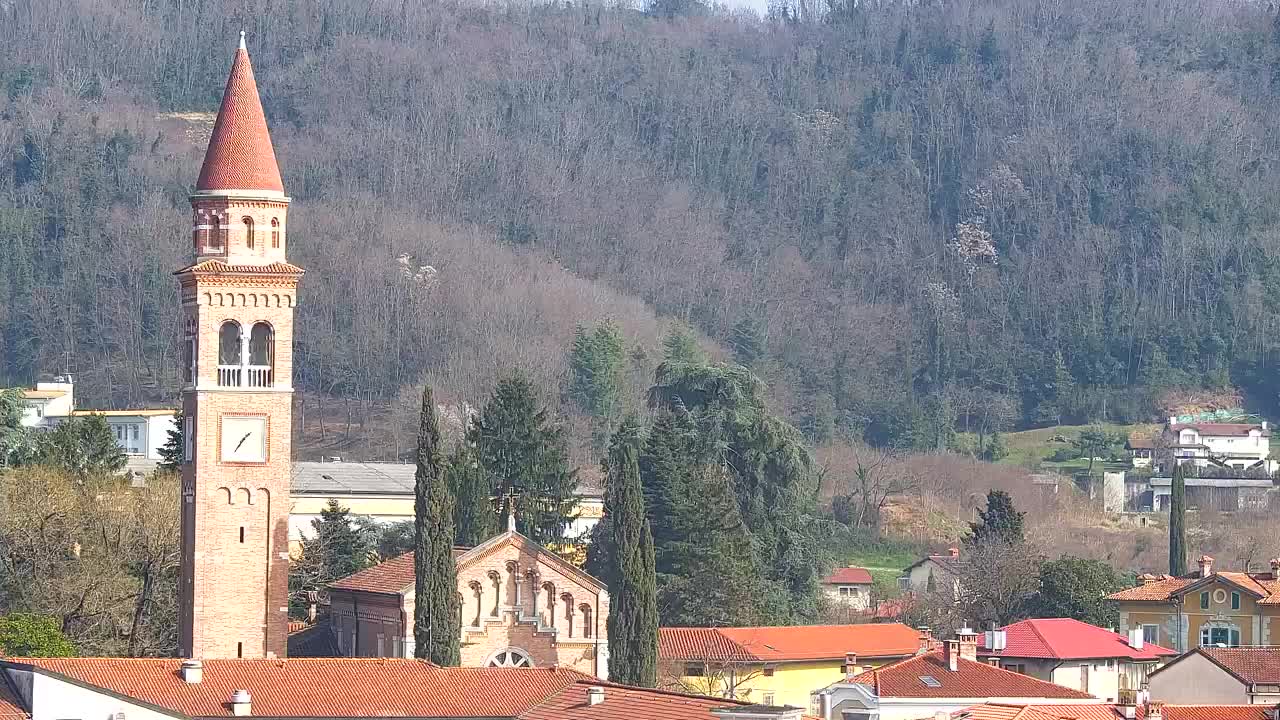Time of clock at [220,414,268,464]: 1:36
